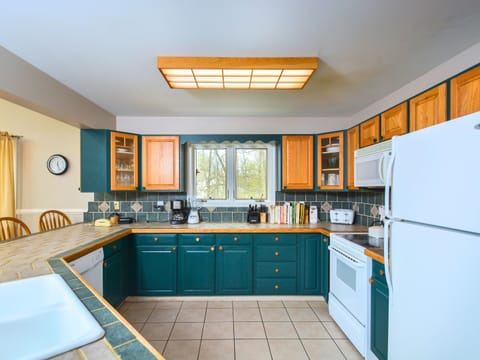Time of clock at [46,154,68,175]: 12:26
